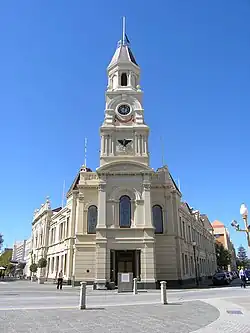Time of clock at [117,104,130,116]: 12:28
